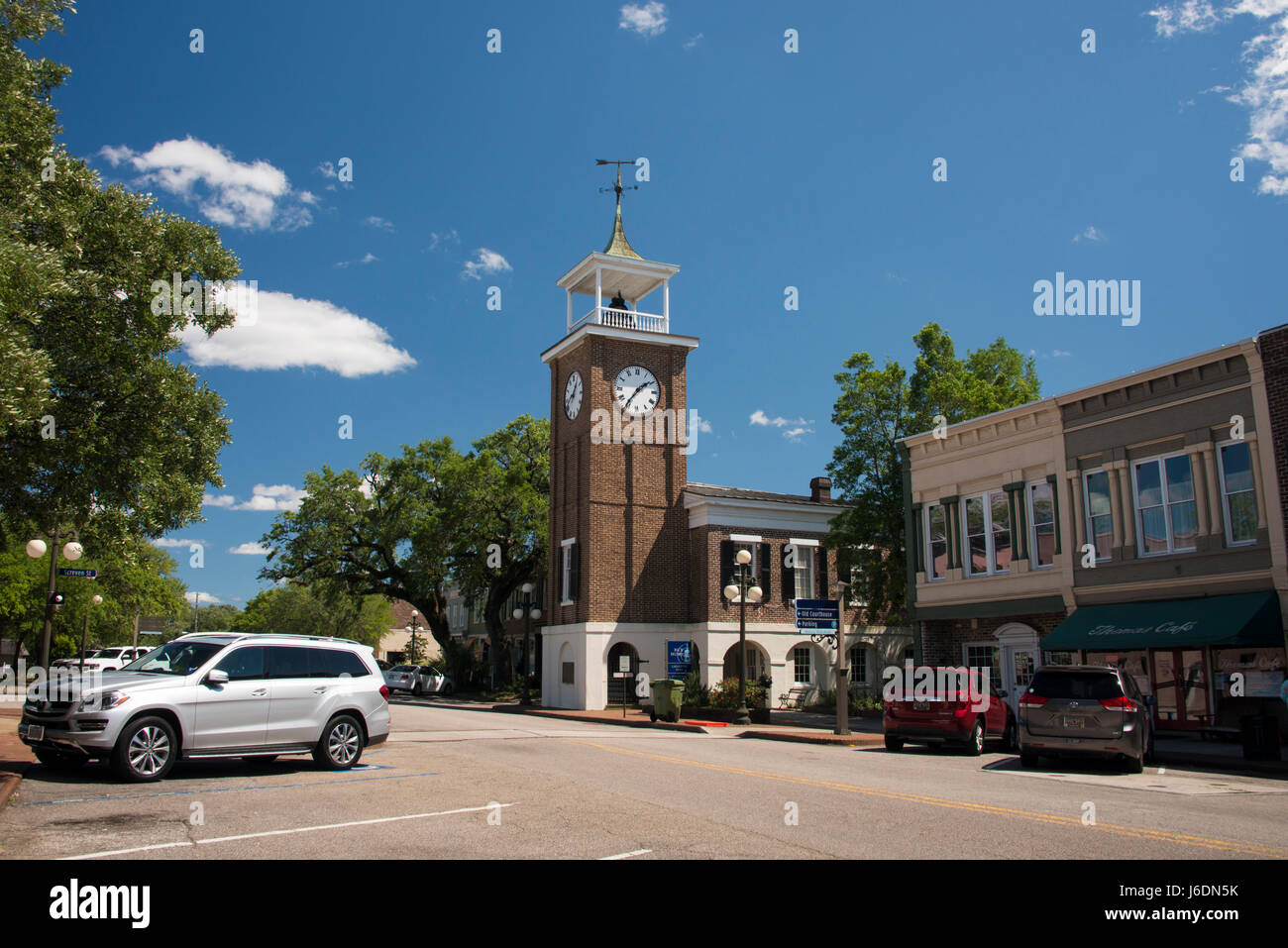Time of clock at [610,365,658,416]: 1:36
